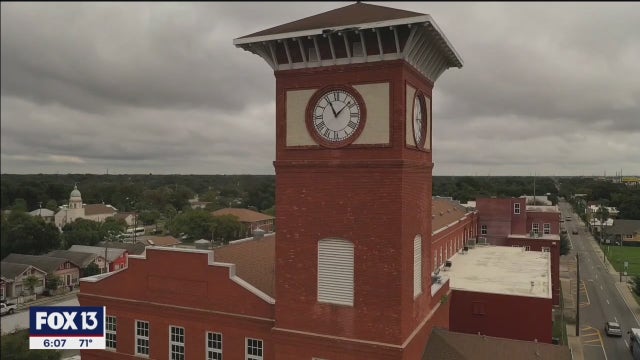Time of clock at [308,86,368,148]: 11:07
